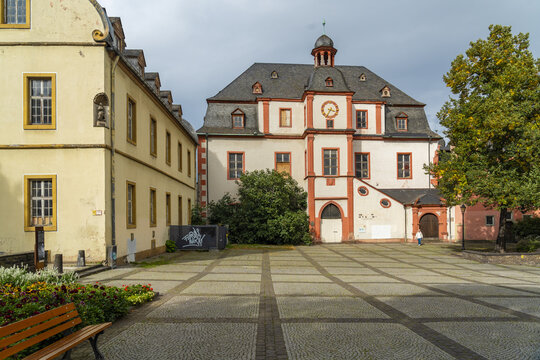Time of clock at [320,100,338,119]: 3:35
